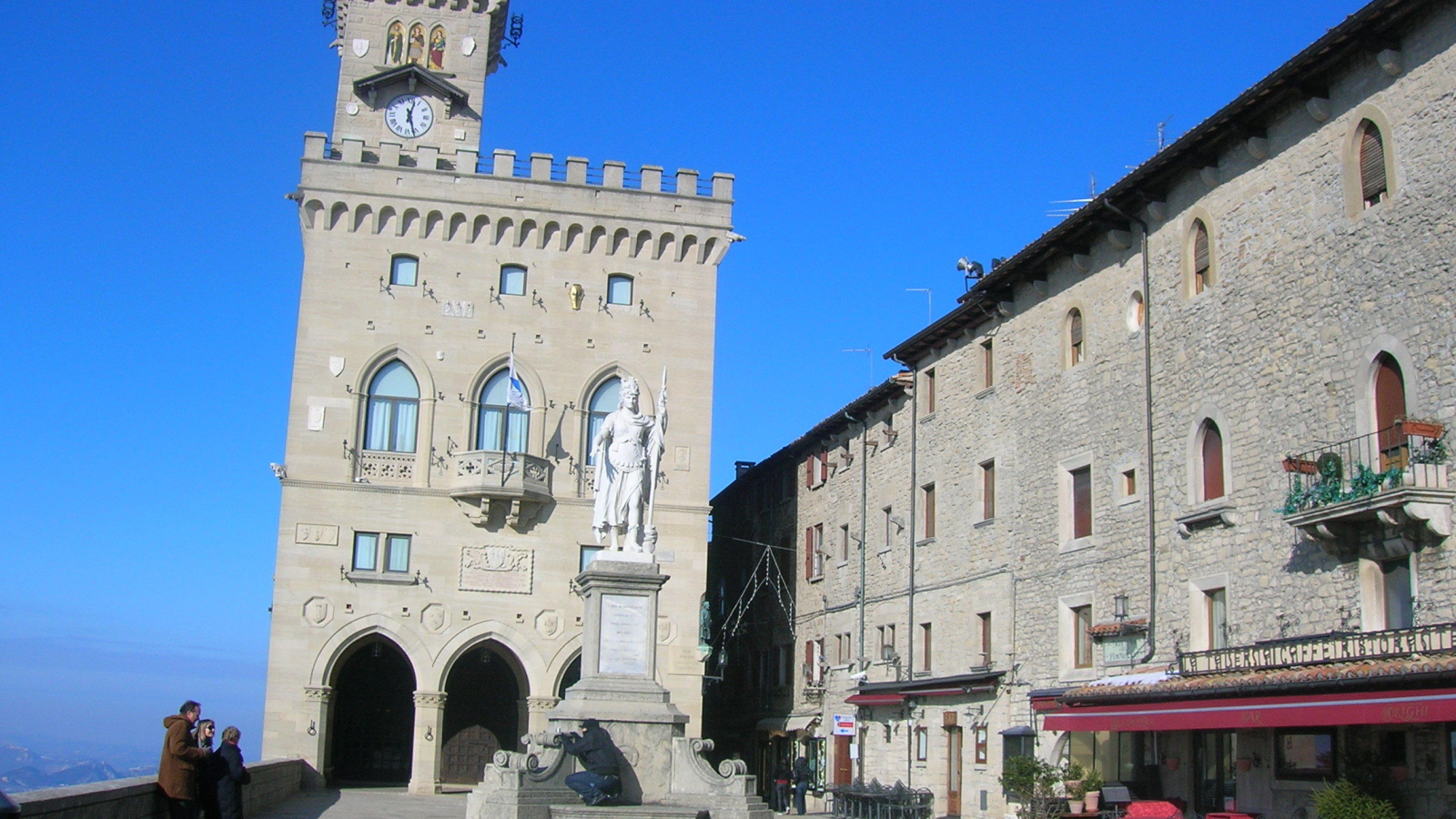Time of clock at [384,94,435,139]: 12:27
